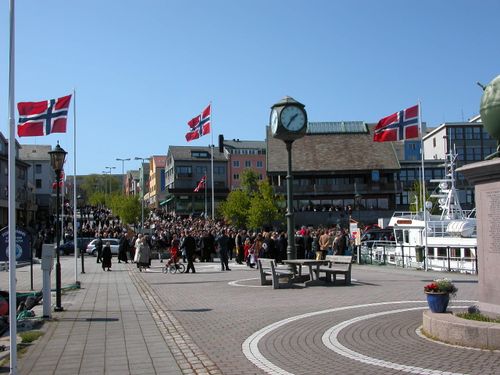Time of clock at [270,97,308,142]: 1:35
